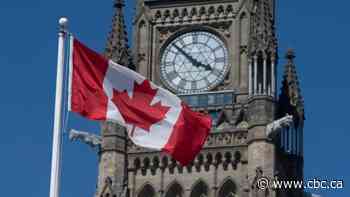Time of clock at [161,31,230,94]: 3:52
